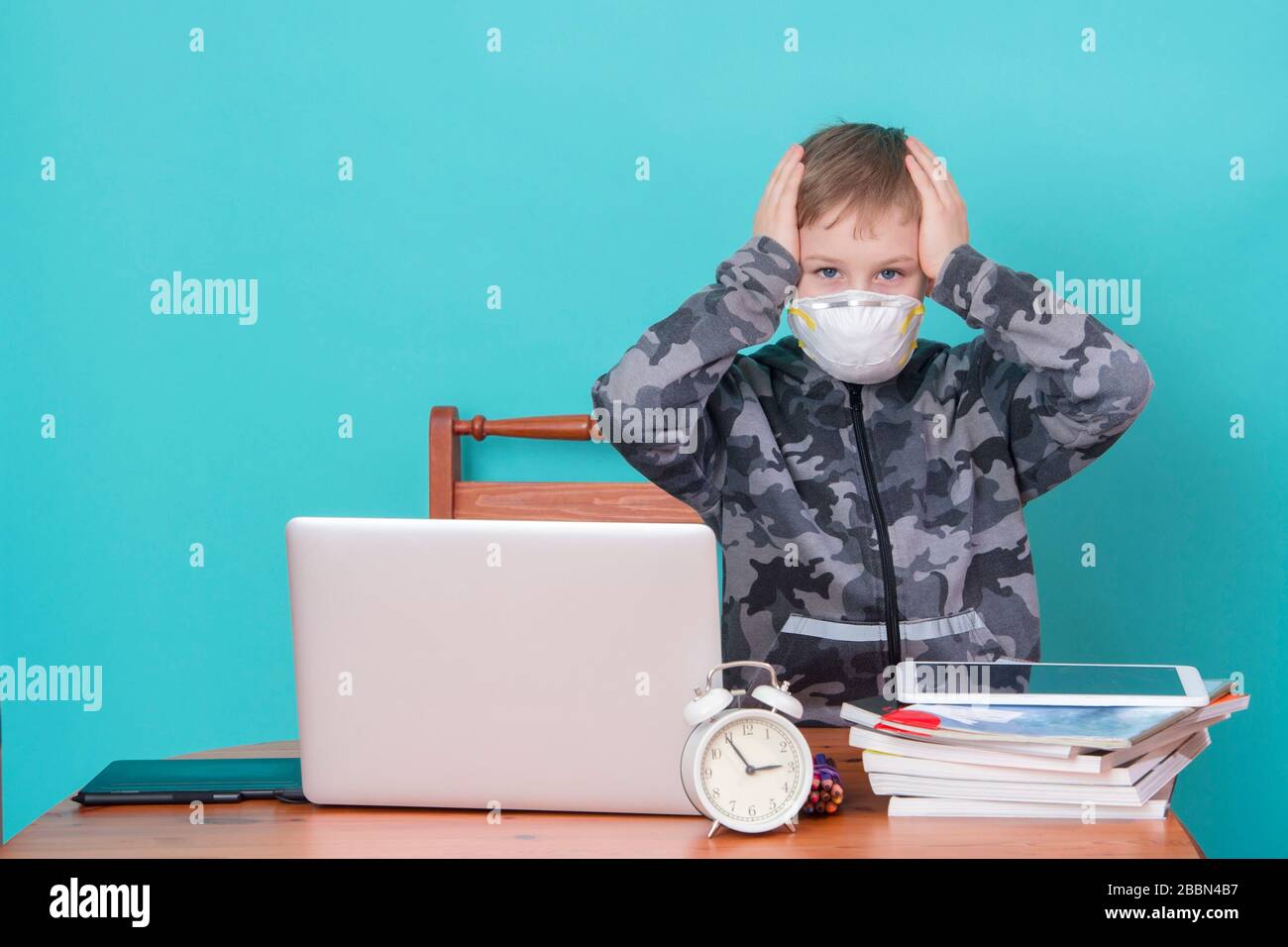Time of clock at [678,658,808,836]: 2:54
